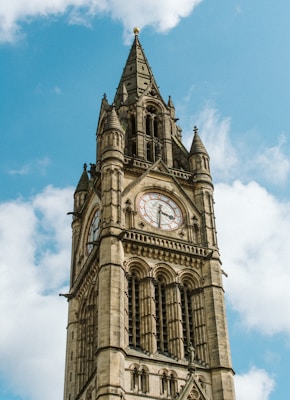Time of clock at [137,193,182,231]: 3:31
